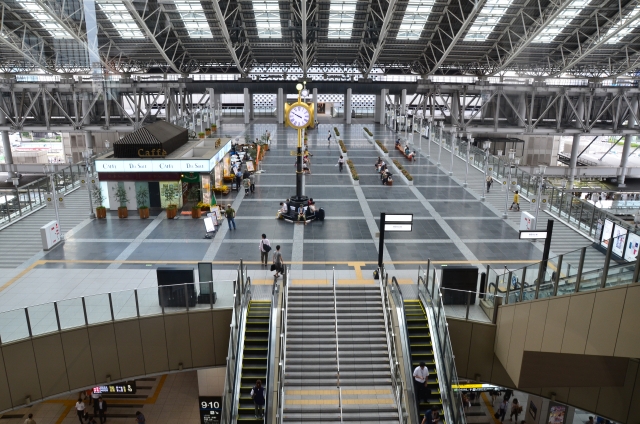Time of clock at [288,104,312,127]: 9:49
